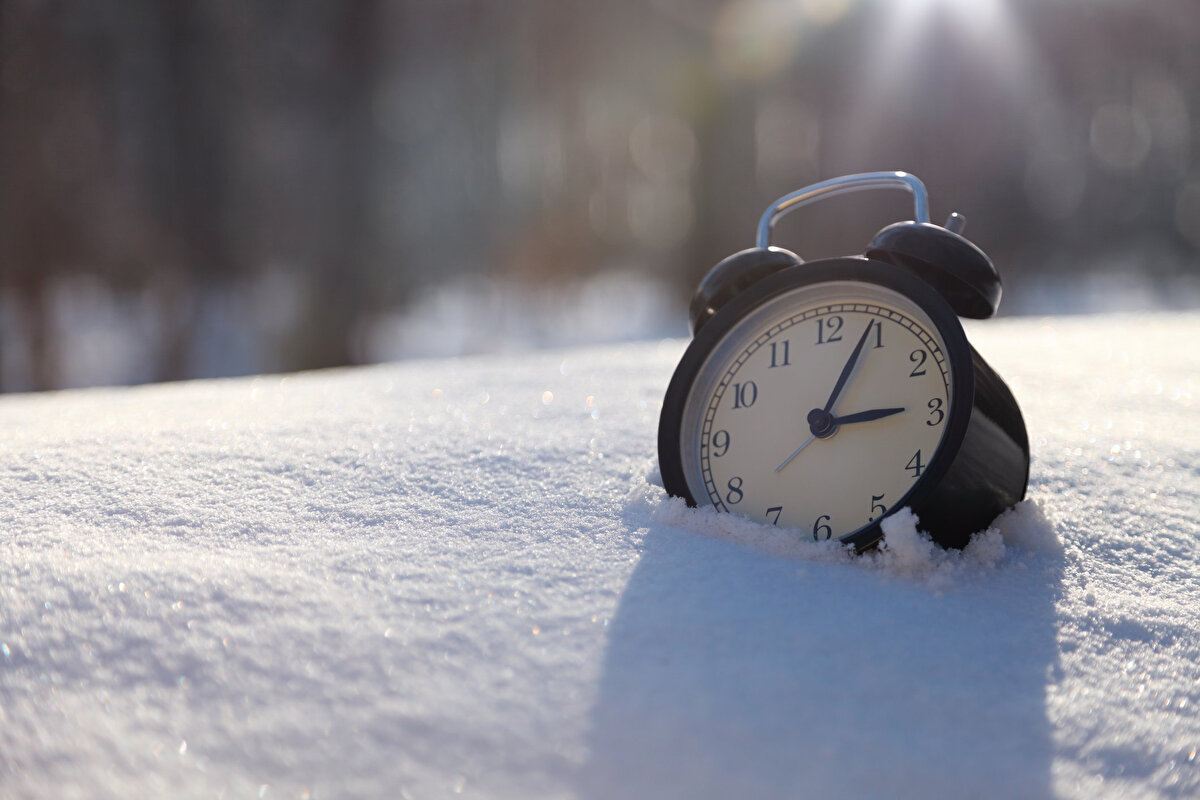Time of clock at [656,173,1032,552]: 3:04
